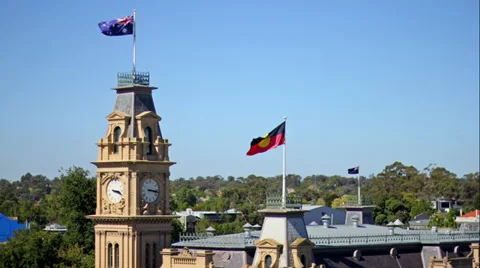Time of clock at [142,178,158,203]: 3:16
